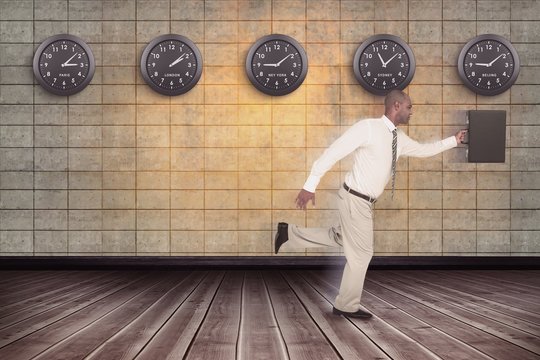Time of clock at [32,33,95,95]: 3:08
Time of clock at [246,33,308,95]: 9:08
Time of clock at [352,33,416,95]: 11:08
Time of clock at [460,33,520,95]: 9:08
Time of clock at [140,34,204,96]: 2:08
